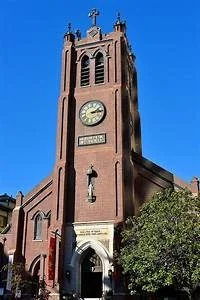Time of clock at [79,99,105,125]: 2:14
